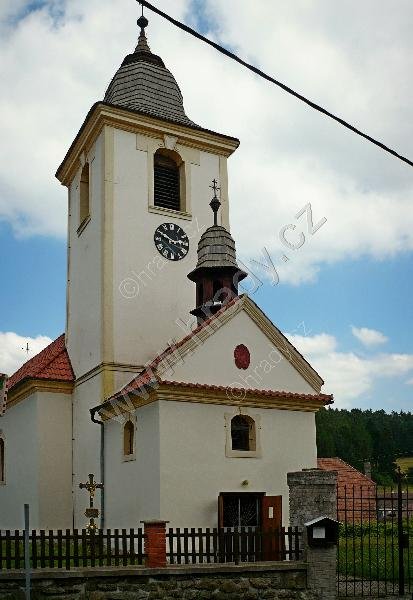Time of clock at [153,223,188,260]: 2:49
